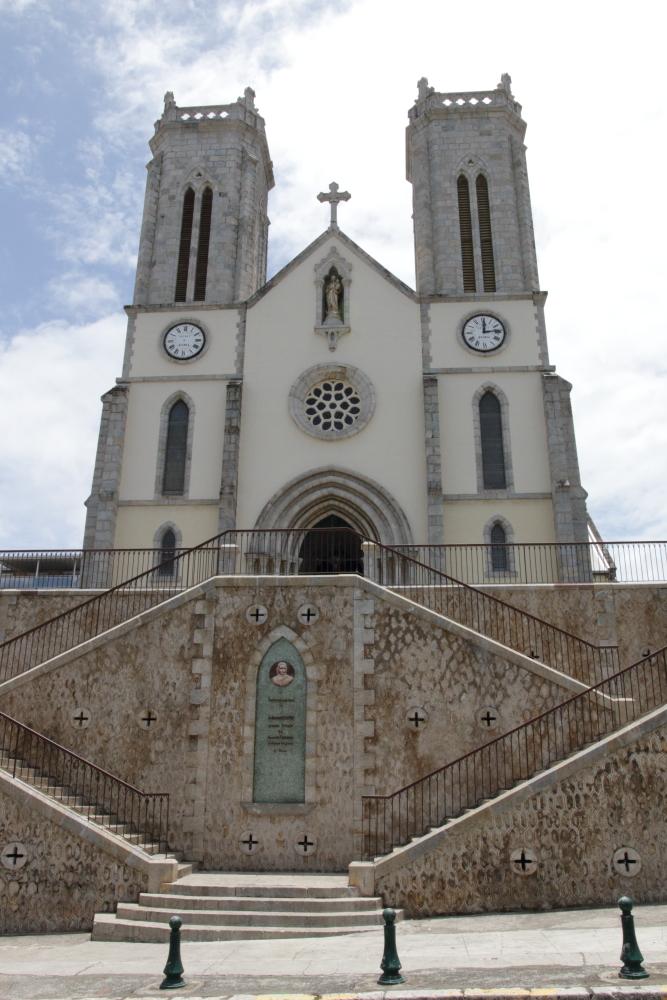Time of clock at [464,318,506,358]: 12:13
